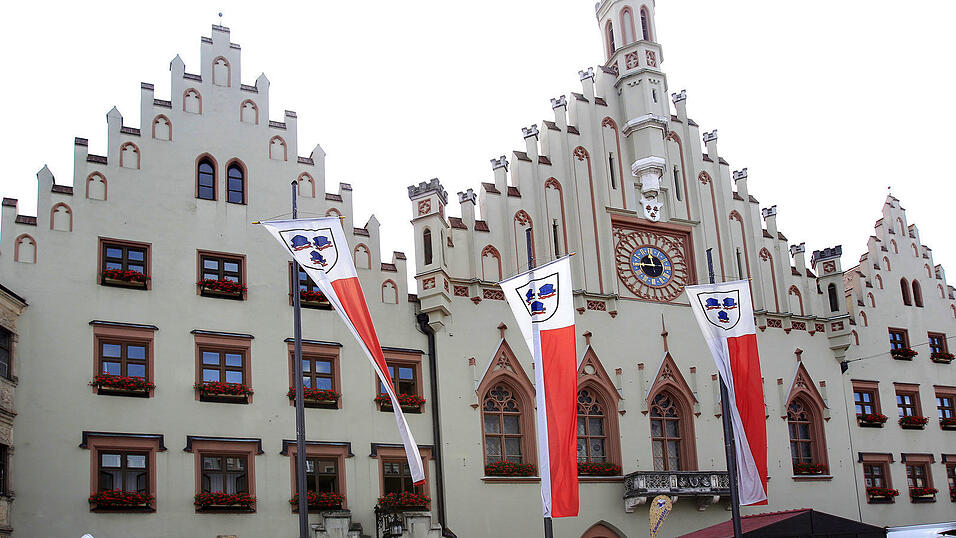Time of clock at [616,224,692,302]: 11:44
